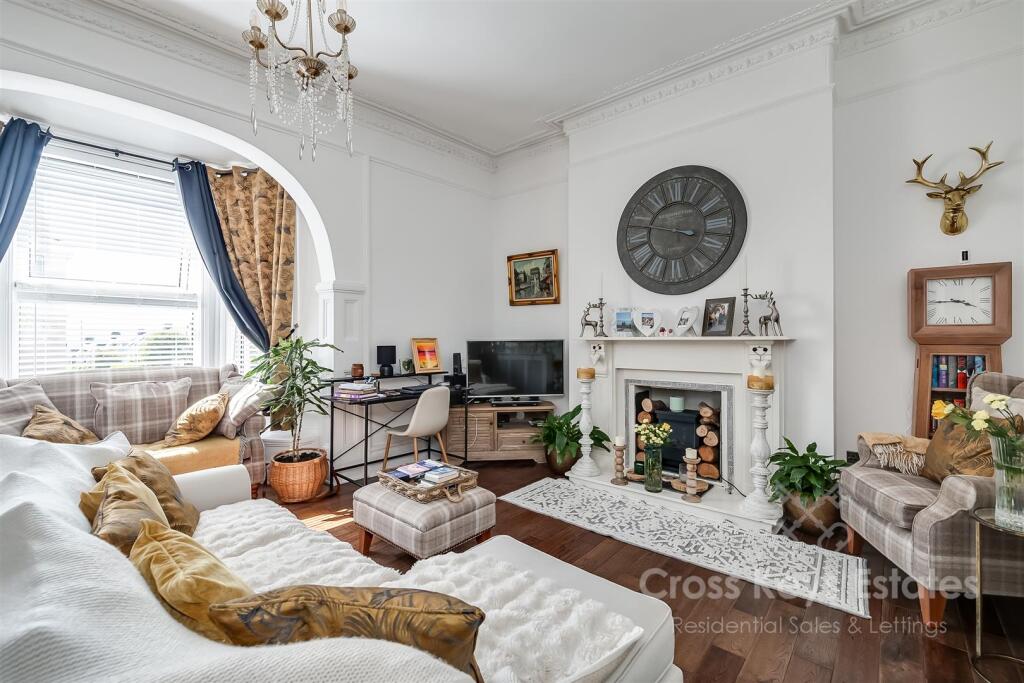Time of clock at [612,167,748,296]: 3:47
